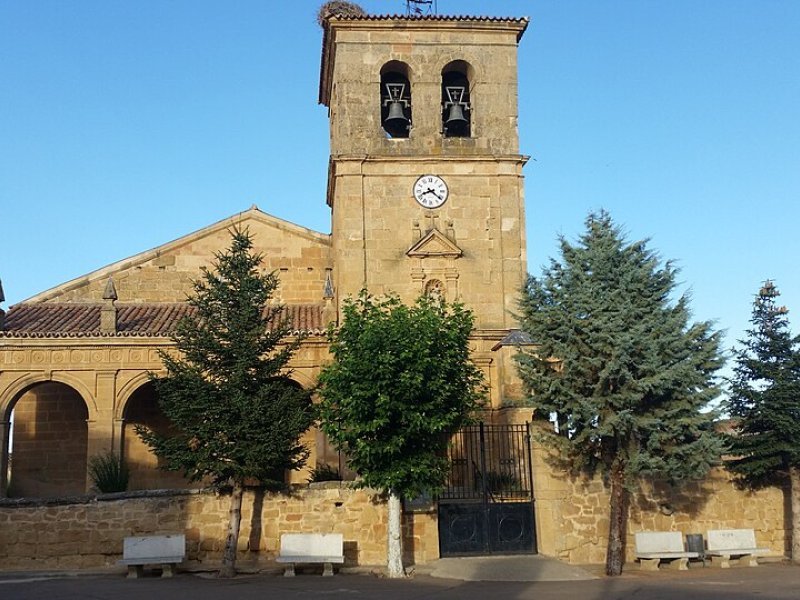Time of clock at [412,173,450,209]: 8:21
